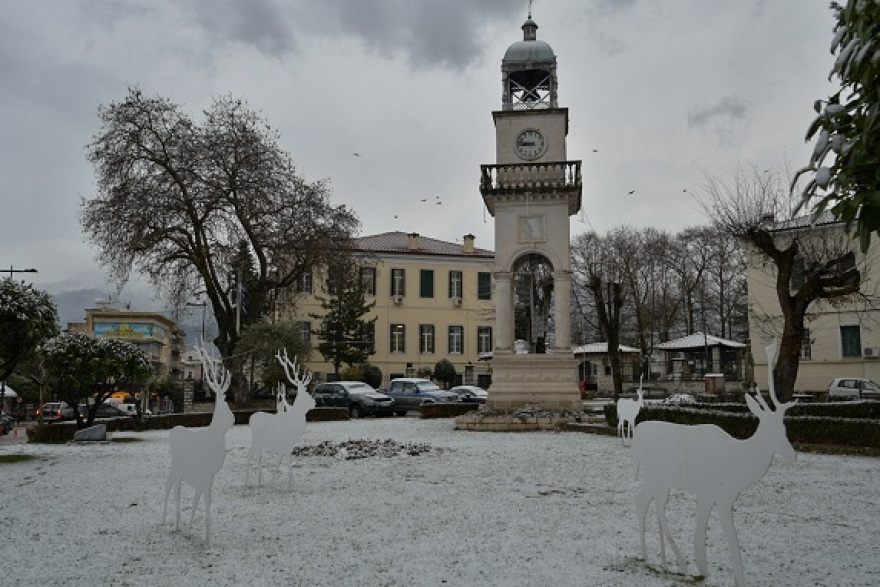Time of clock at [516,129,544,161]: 8:47
